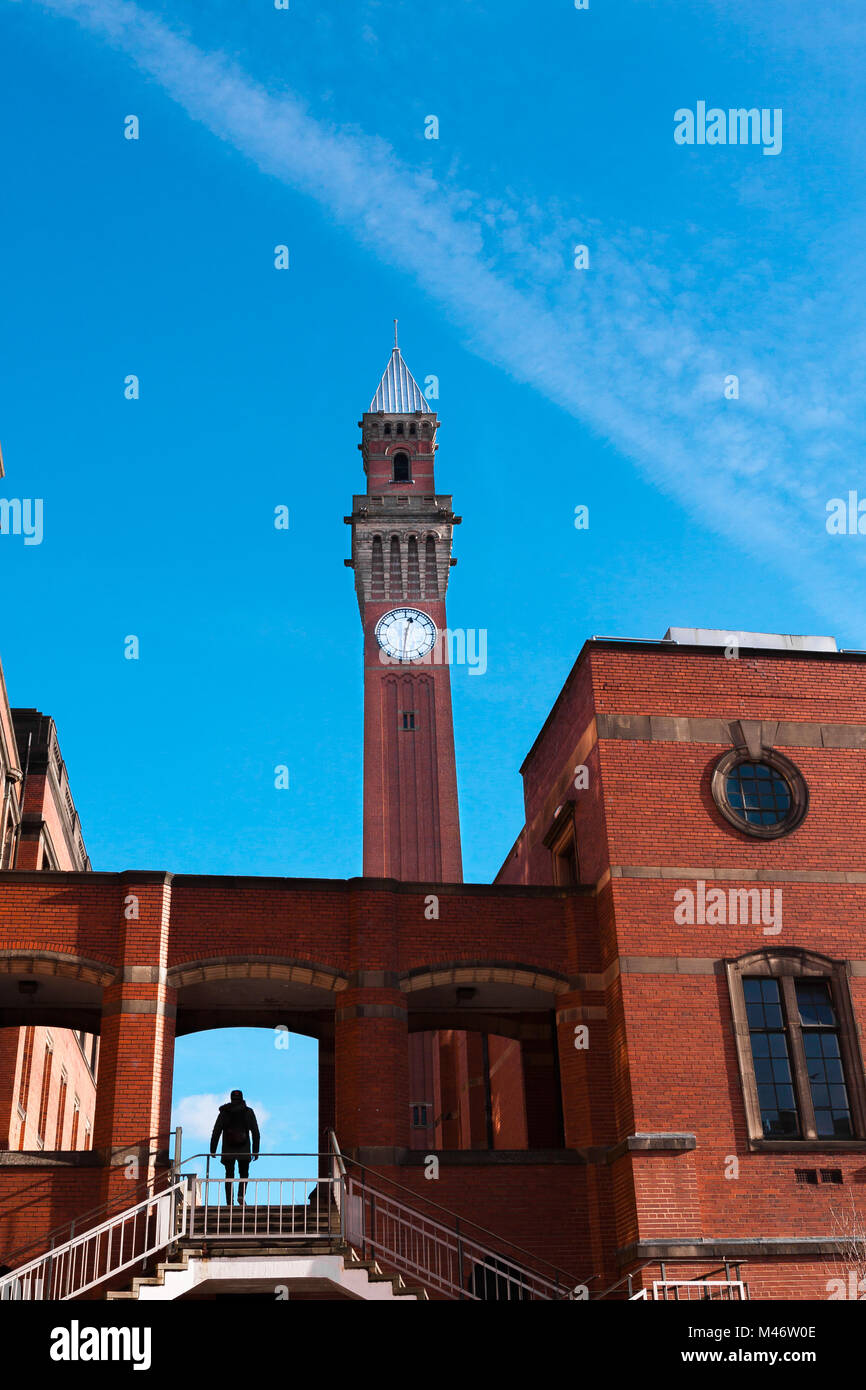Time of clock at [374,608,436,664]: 12:30
